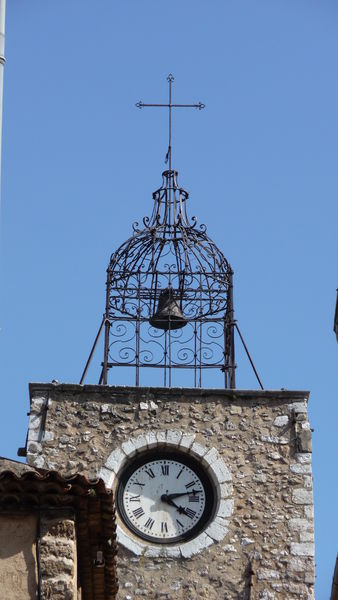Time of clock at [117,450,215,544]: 4:12
